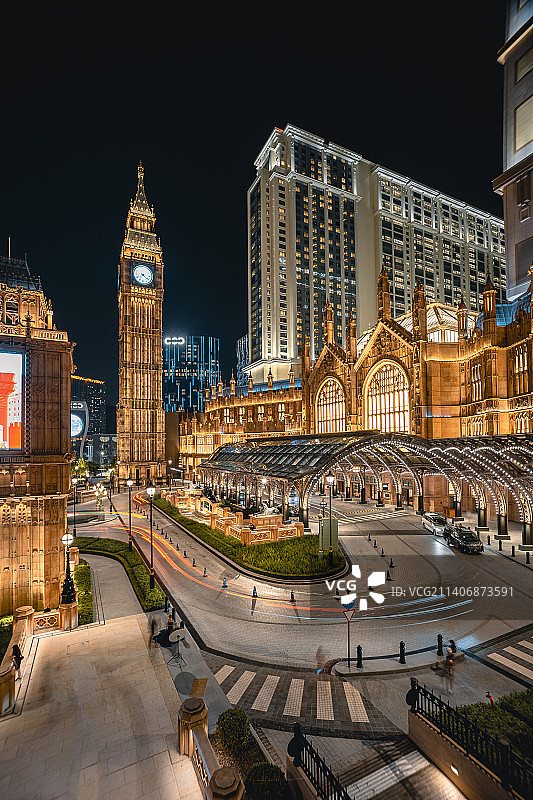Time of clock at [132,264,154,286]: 4:21
